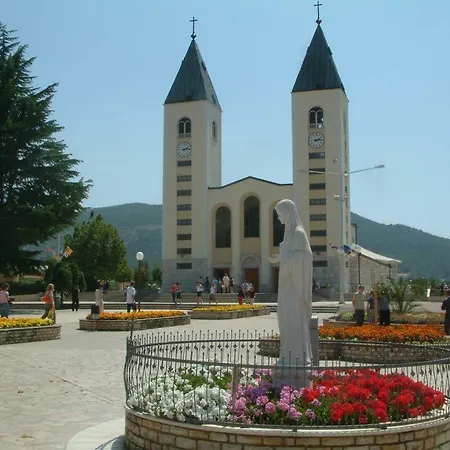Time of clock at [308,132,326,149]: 2:15
